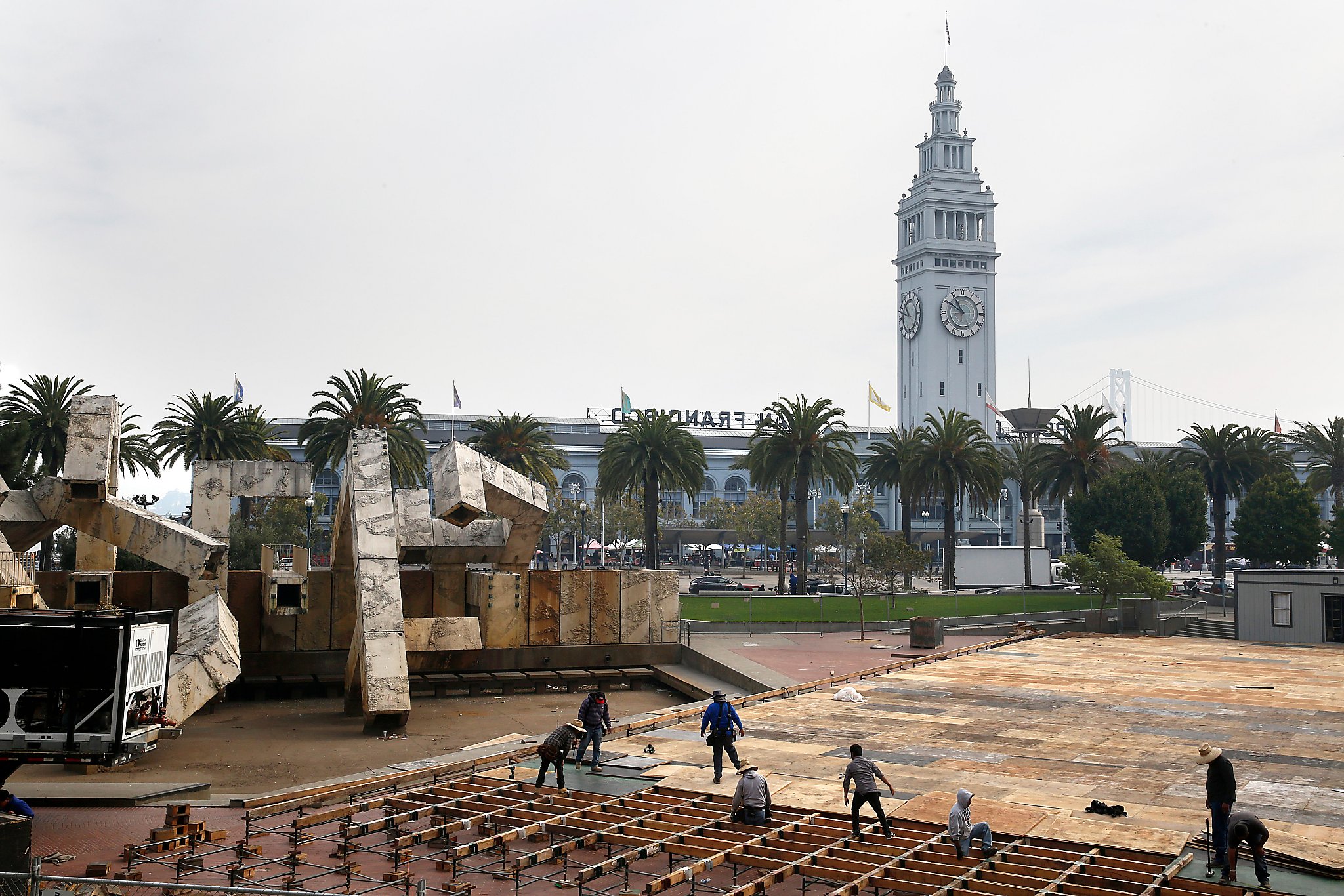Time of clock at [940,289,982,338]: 10:50
